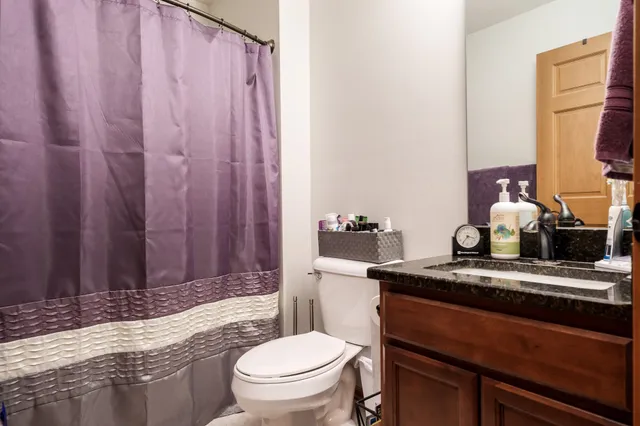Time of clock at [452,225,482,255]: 3:35
